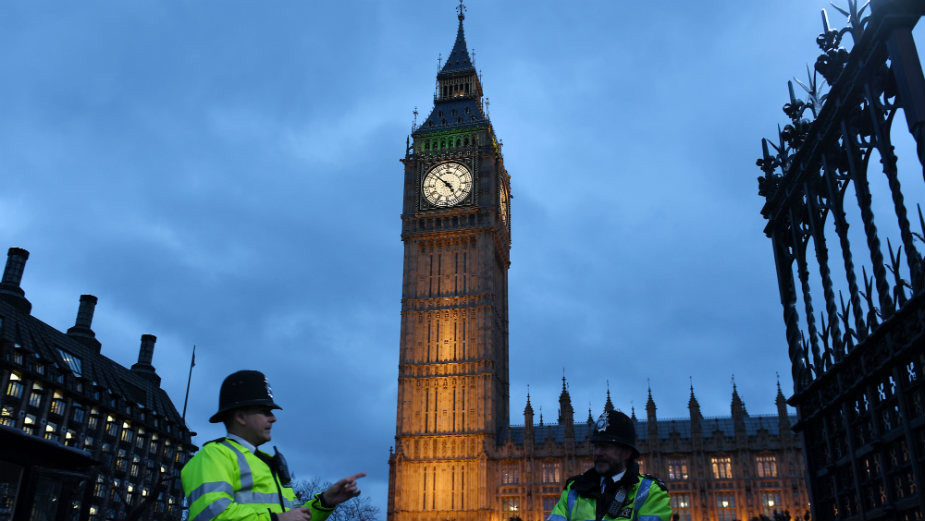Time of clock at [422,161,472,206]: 4:51
